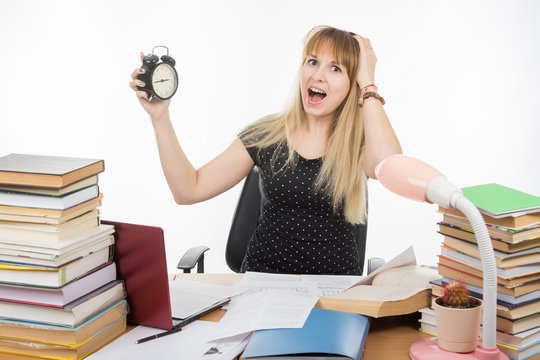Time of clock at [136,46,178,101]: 2:43
